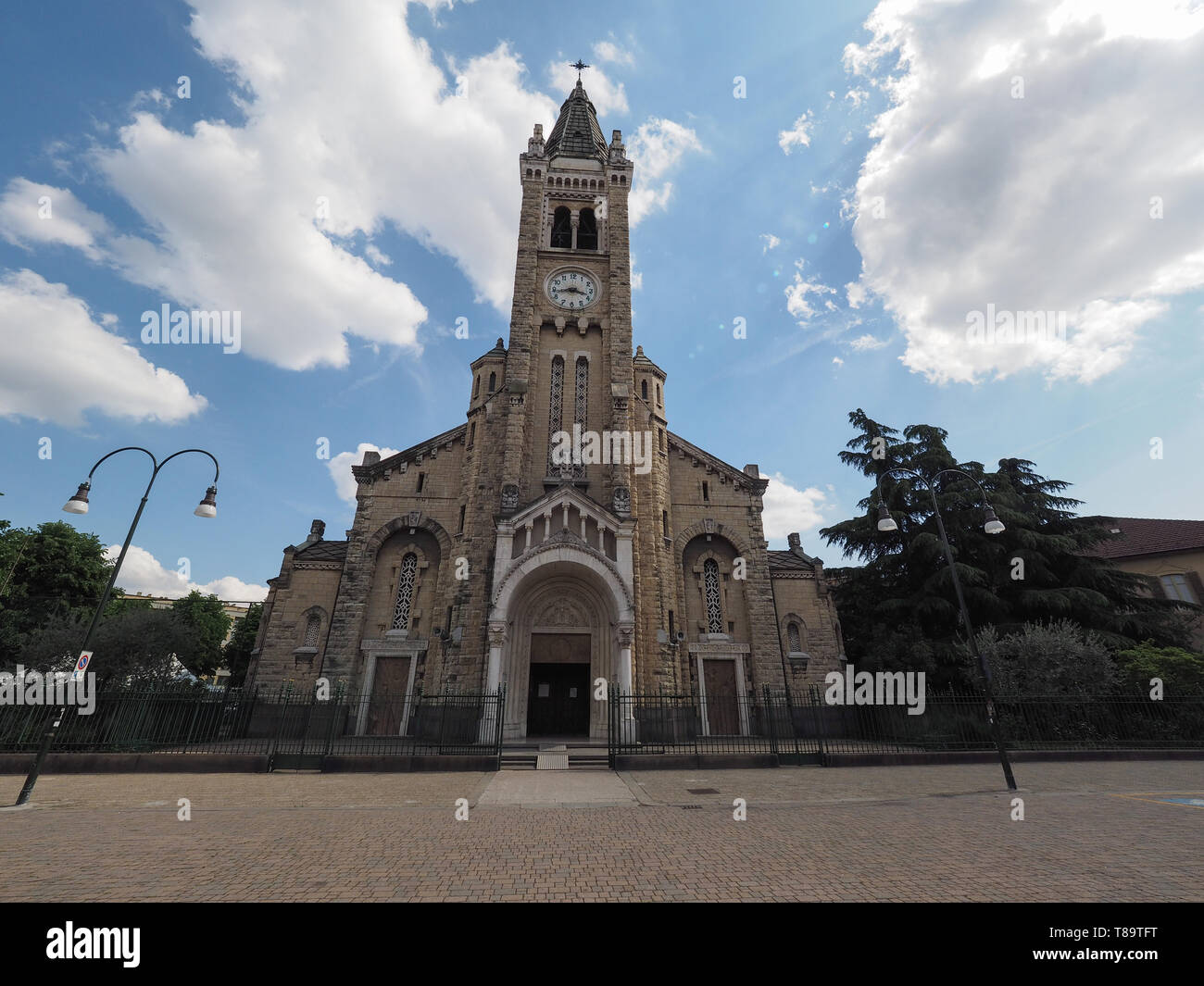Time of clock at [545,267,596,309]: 3:43
